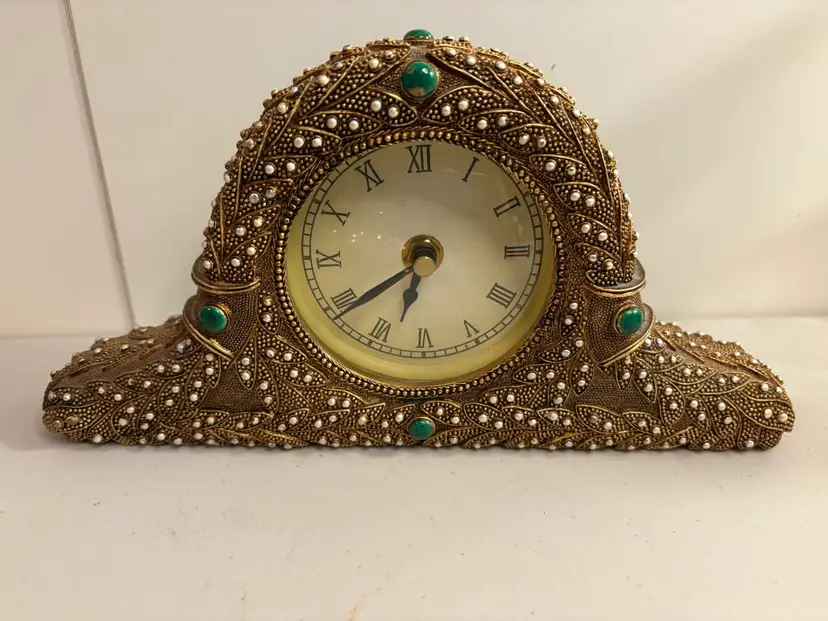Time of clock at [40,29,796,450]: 6:39
